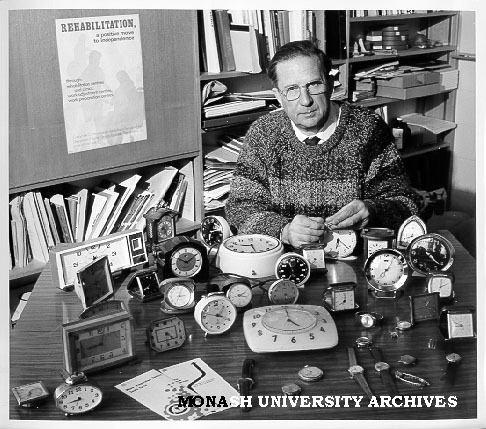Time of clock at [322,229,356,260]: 6:21
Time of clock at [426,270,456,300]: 12:10
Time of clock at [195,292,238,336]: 3:47
